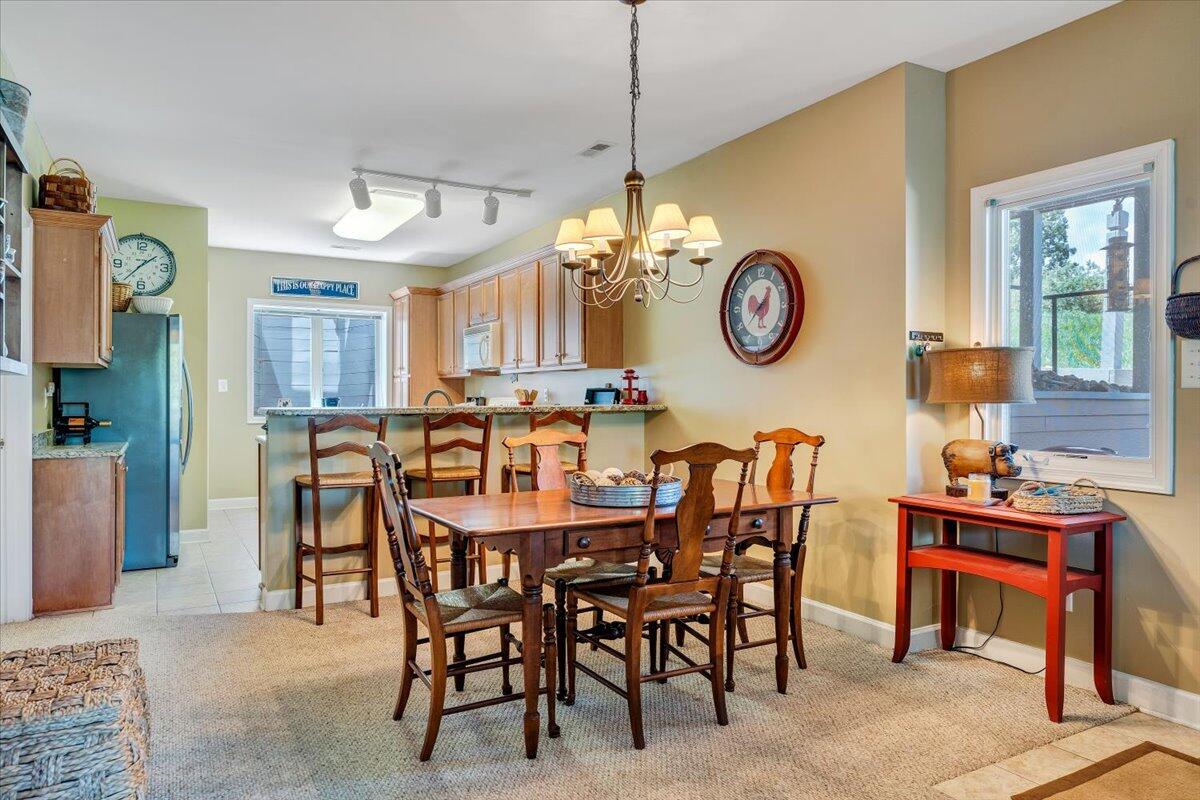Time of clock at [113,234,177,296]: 1:37
